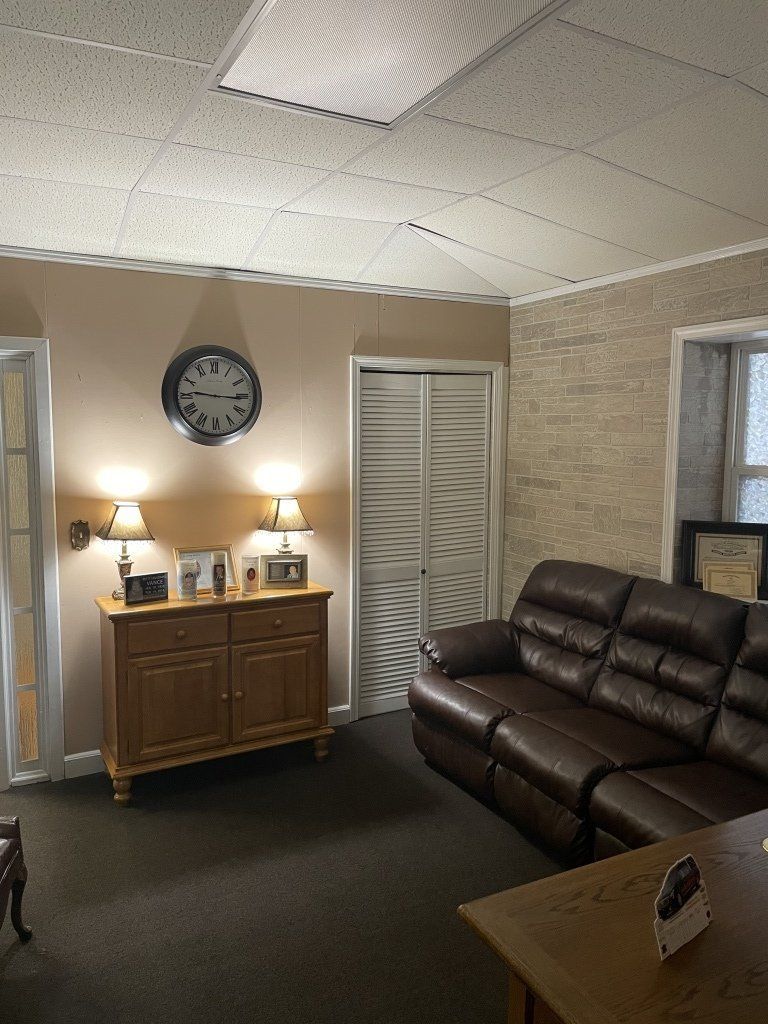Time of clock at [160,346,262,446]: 9:15
